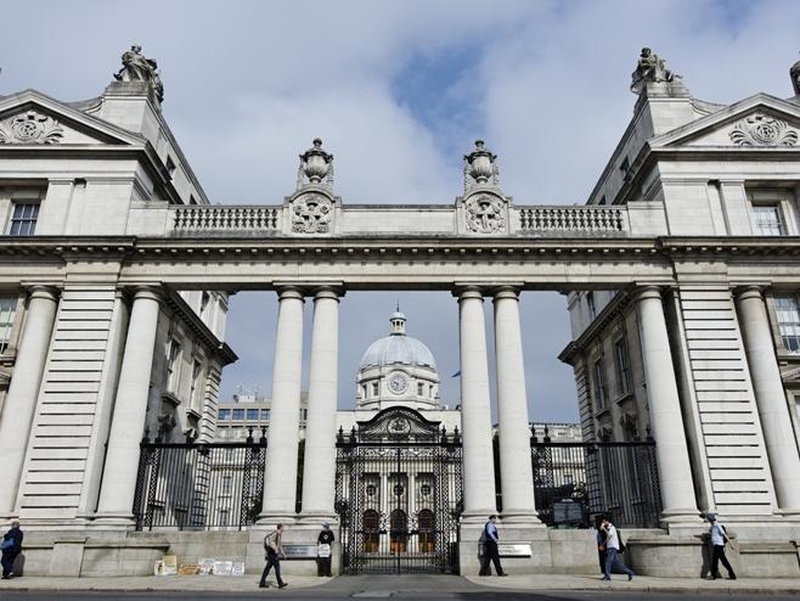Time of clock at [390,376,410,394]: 9:33
